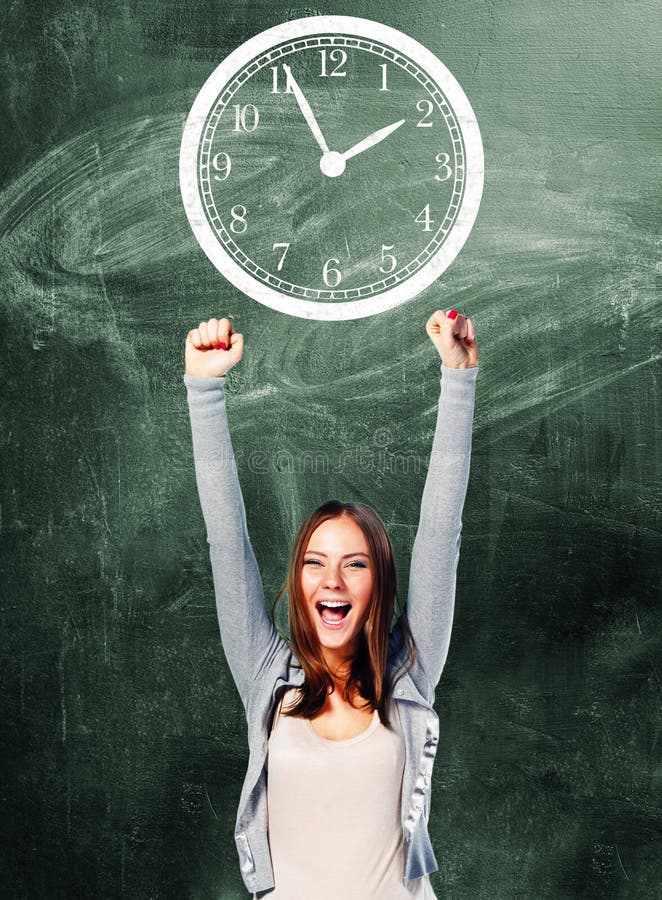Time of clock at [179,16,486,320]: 1:56
